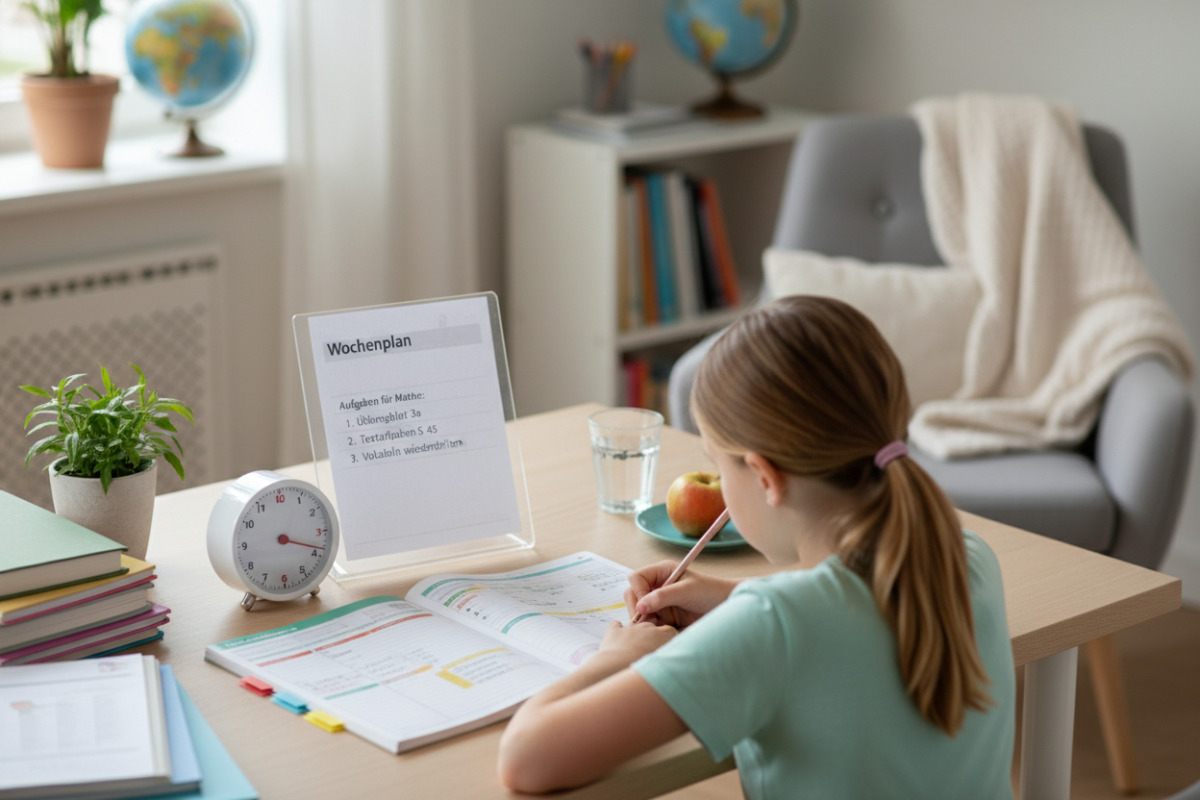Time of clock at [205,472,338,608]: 3:18
